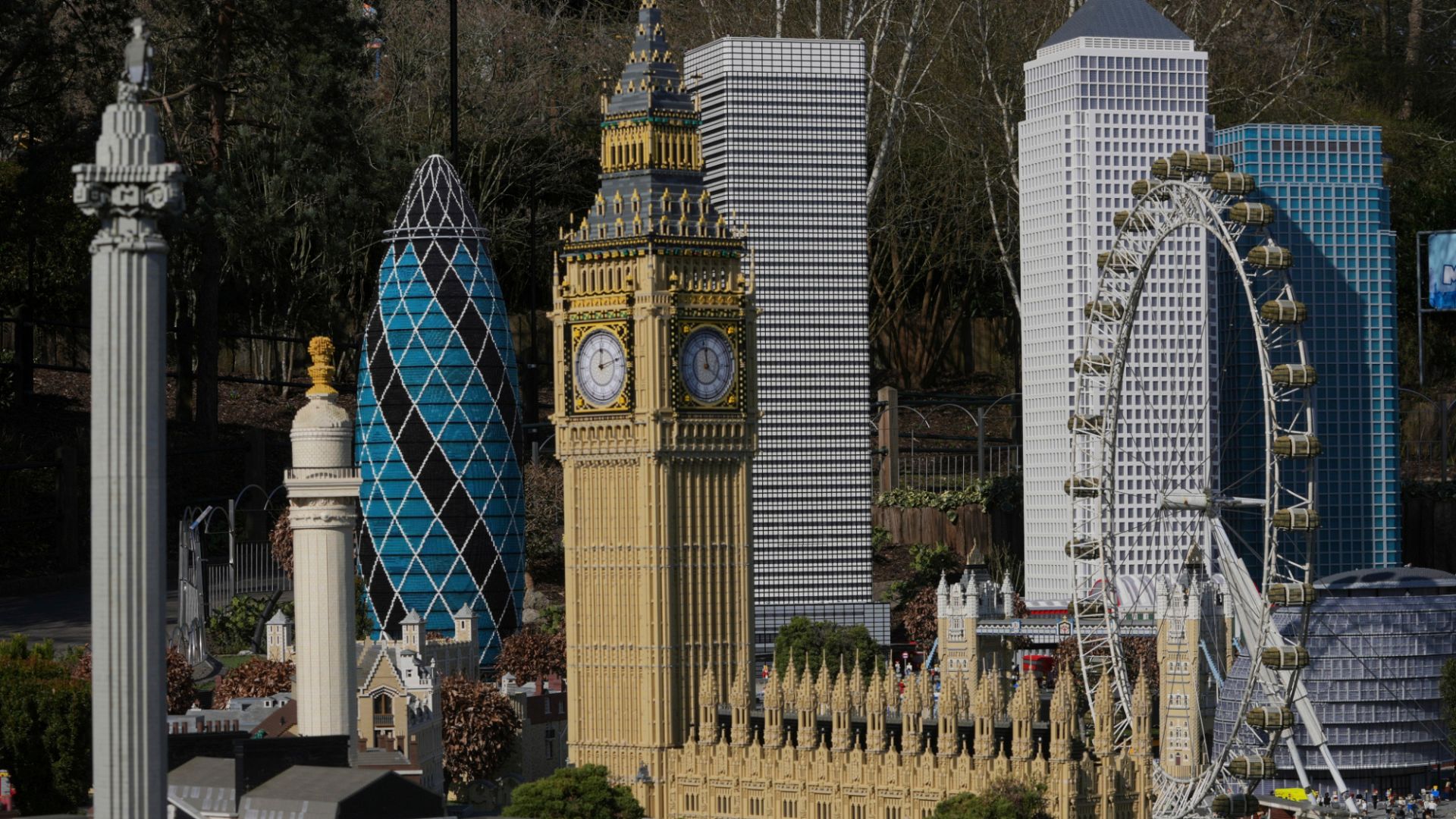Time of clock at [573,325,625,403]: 12:12
